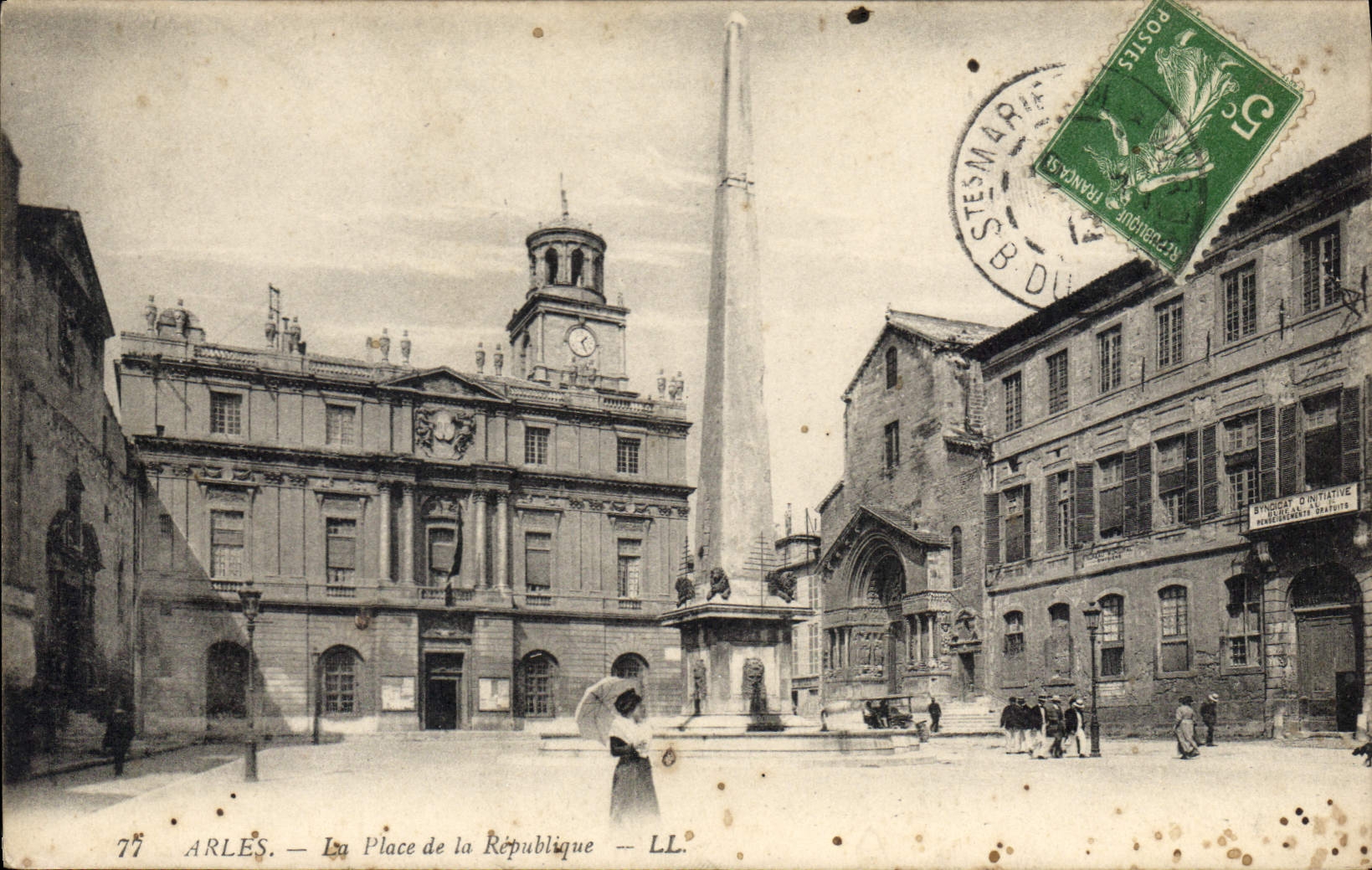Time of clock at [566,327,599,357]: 1:26
